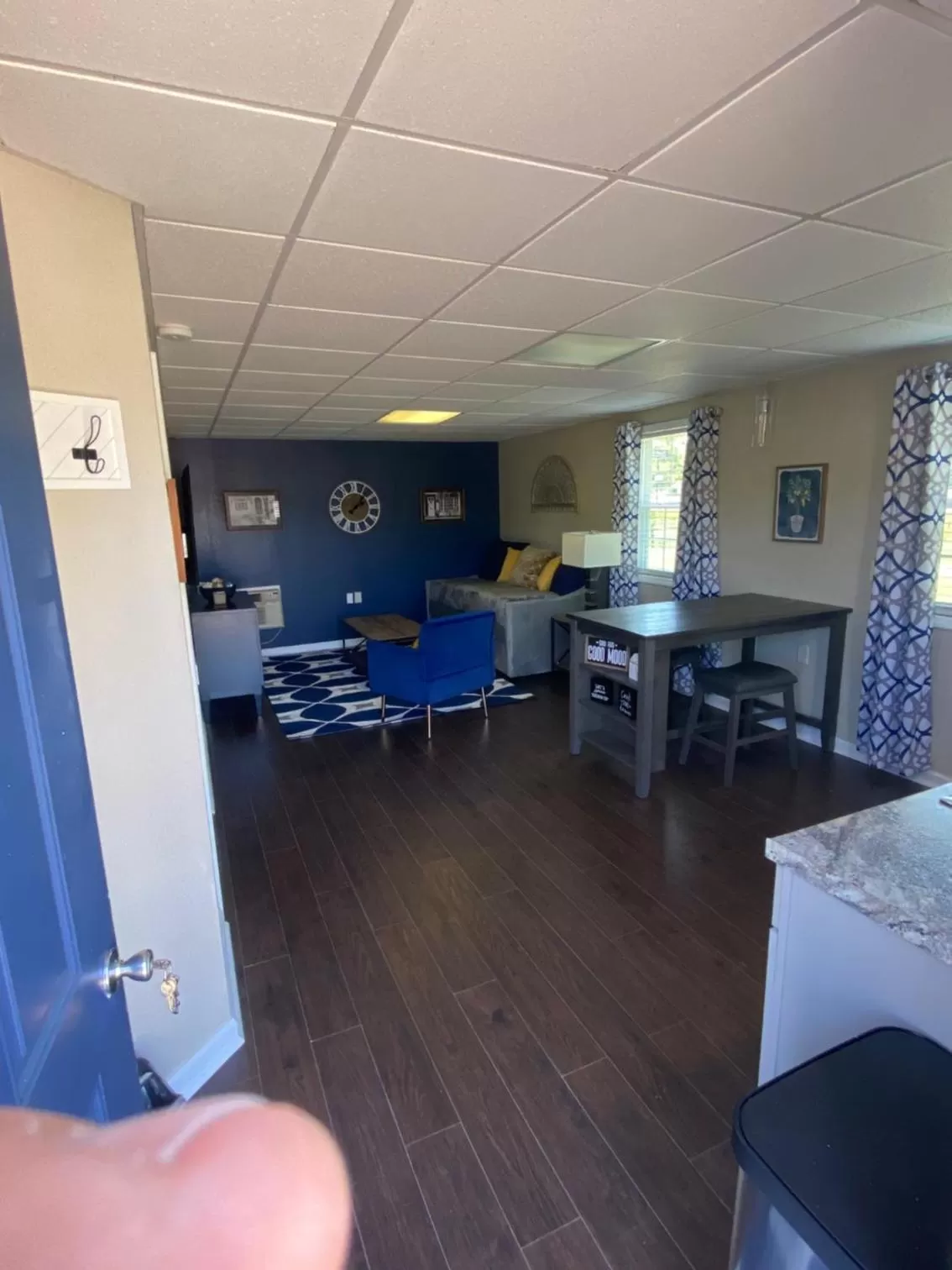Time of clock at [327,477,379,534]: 2:06
